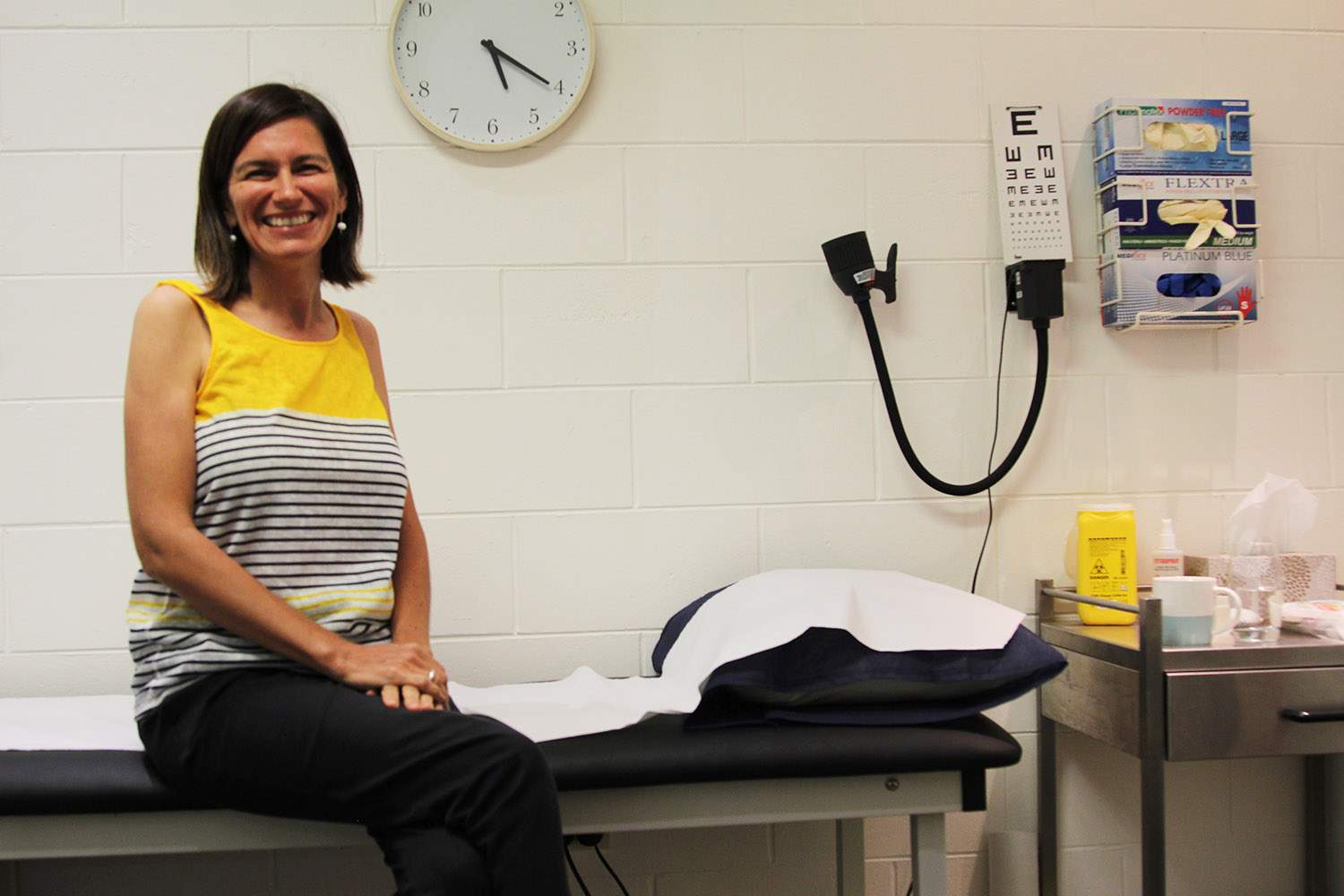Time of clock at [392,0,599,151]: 5:20
